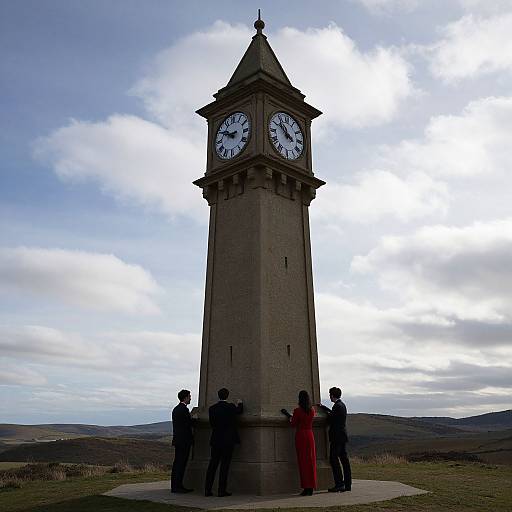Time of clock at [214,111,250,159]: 9:50
